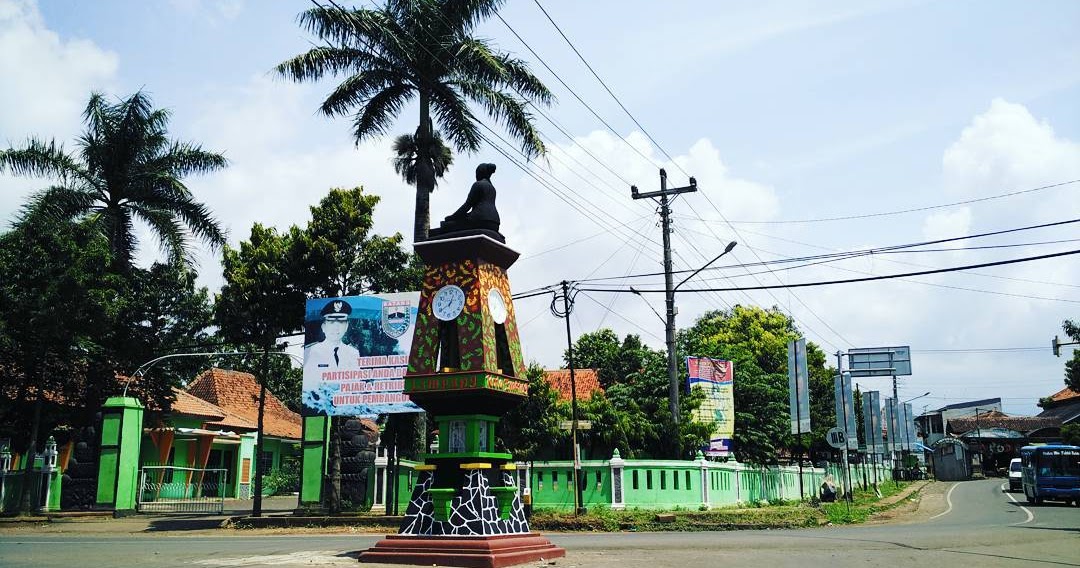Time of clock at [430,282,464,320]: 12:39
